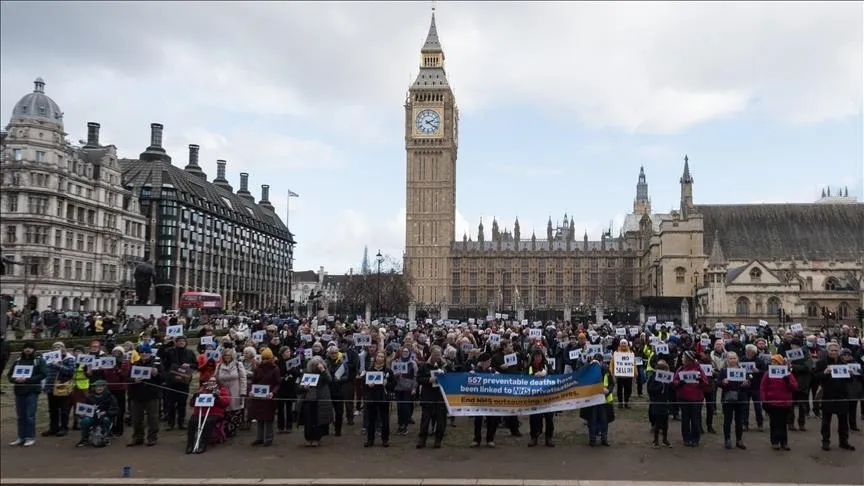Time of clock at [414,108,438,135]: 2:21
